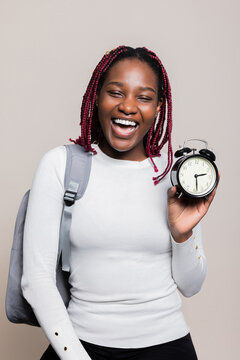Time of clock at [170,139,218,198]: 2:28
